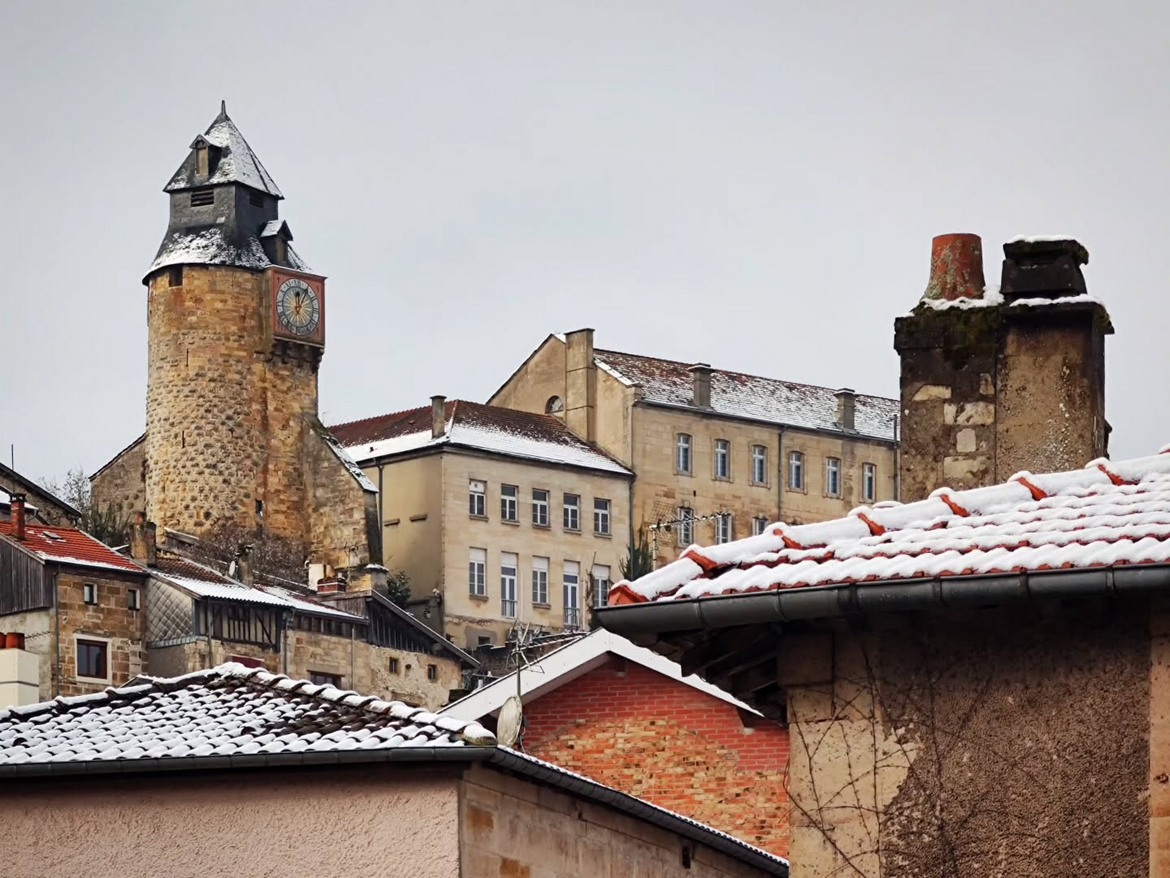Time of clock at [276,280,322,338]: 12:05
